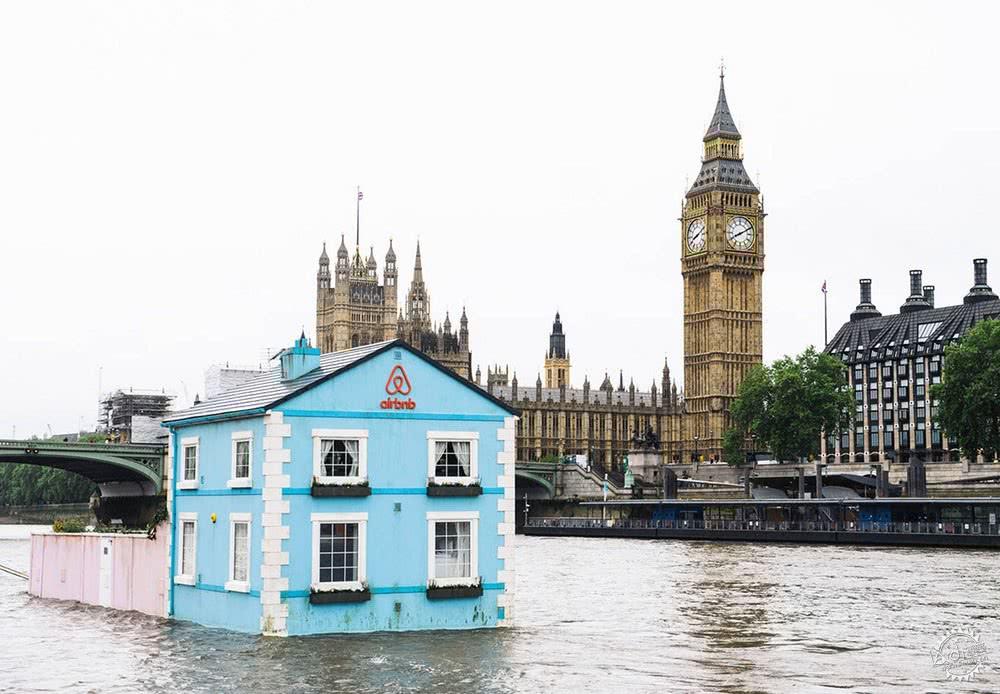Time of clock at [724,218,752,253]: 8:10
